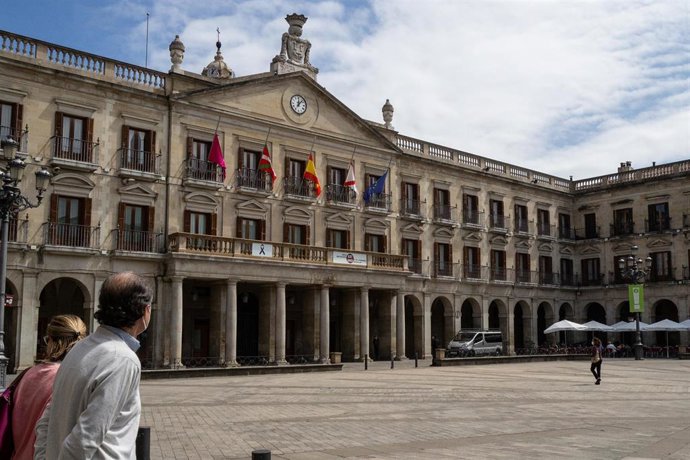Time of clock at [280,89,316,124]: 12:07
